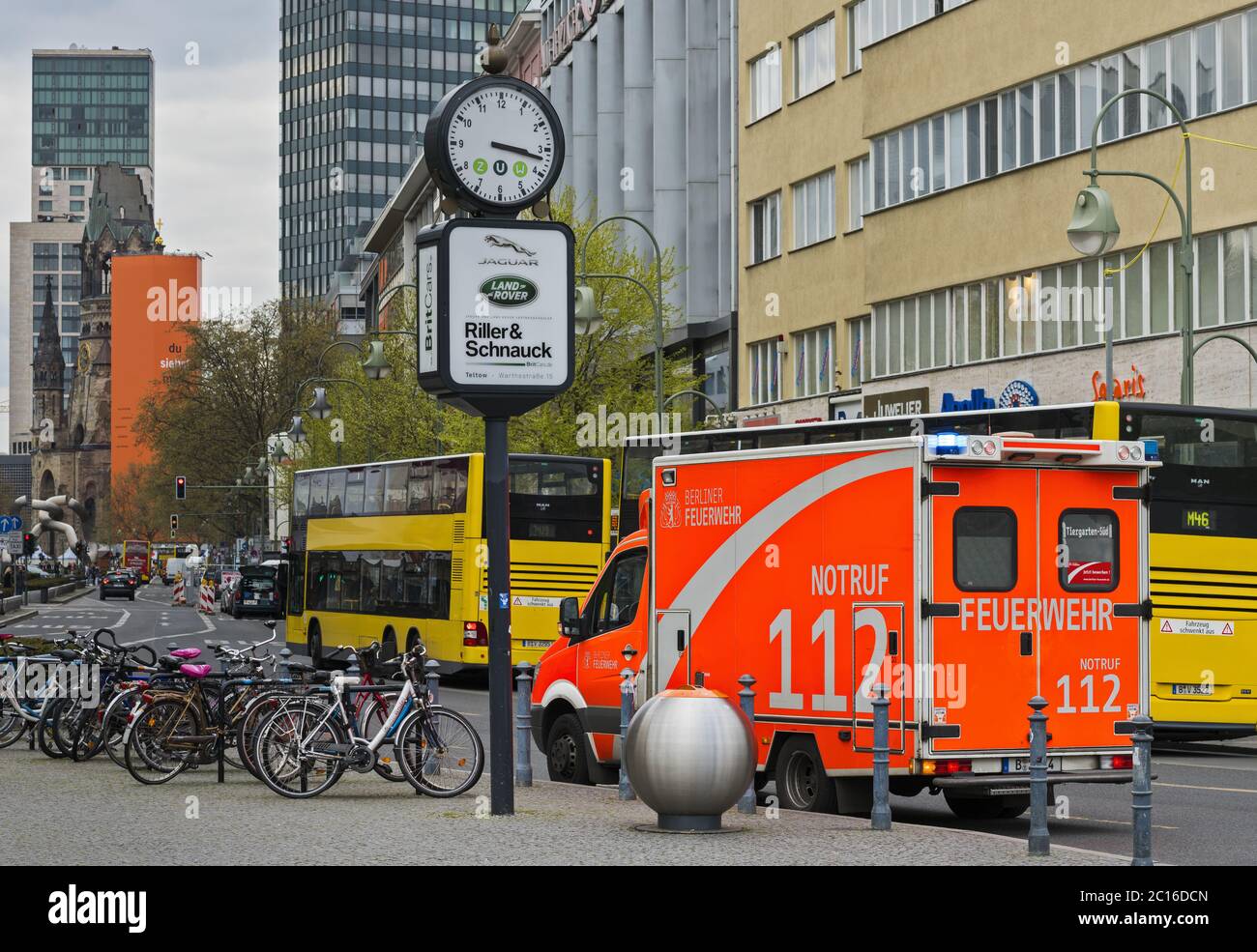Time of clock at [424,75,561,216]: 3:17
